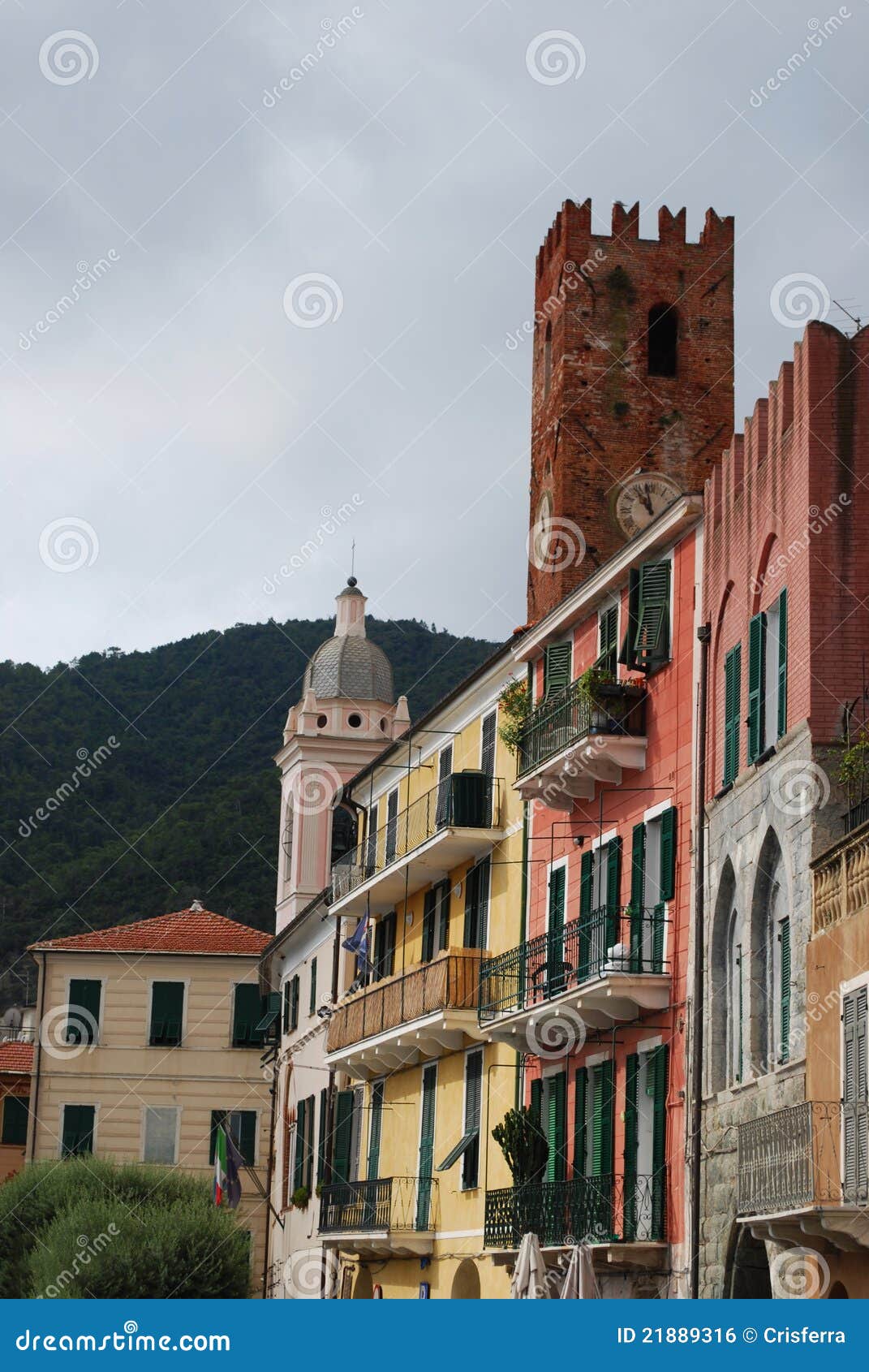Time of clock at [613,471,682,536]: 10:58
